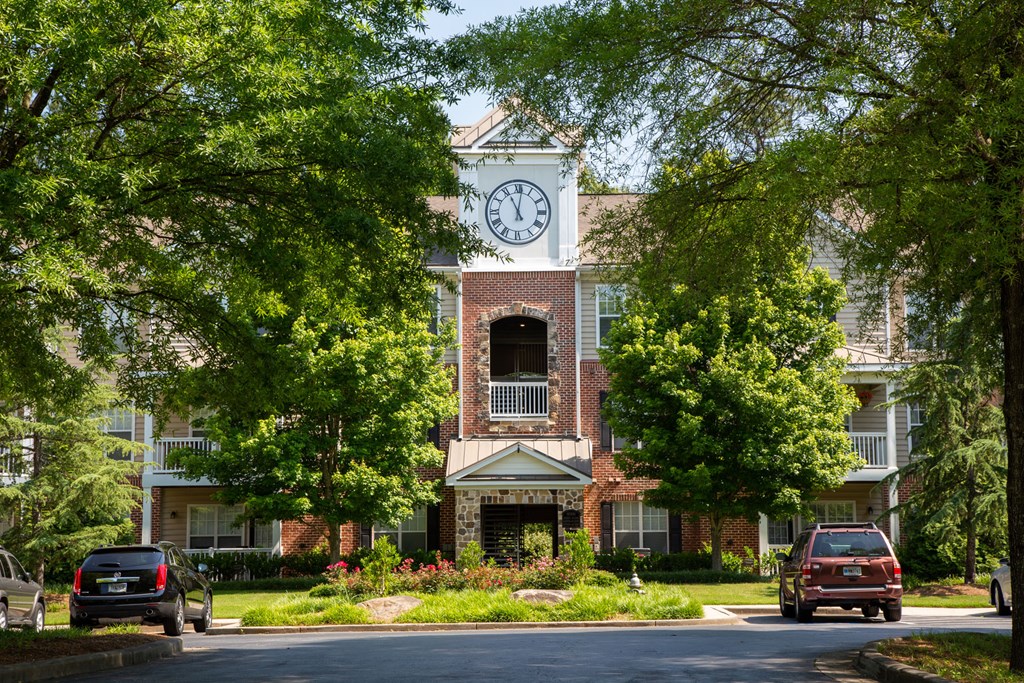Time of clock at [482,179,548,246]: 11:01
